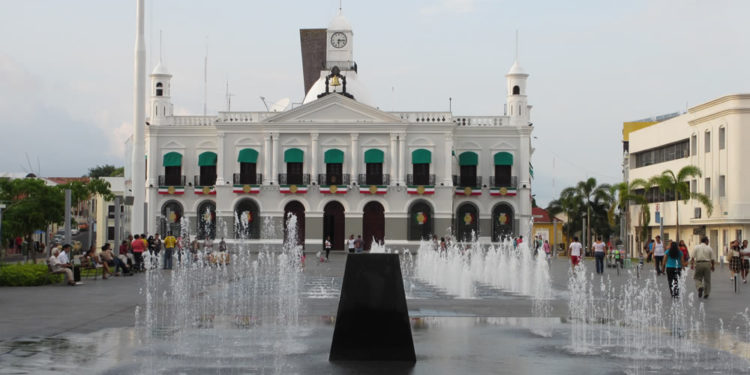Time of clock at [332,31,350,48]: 6:14
